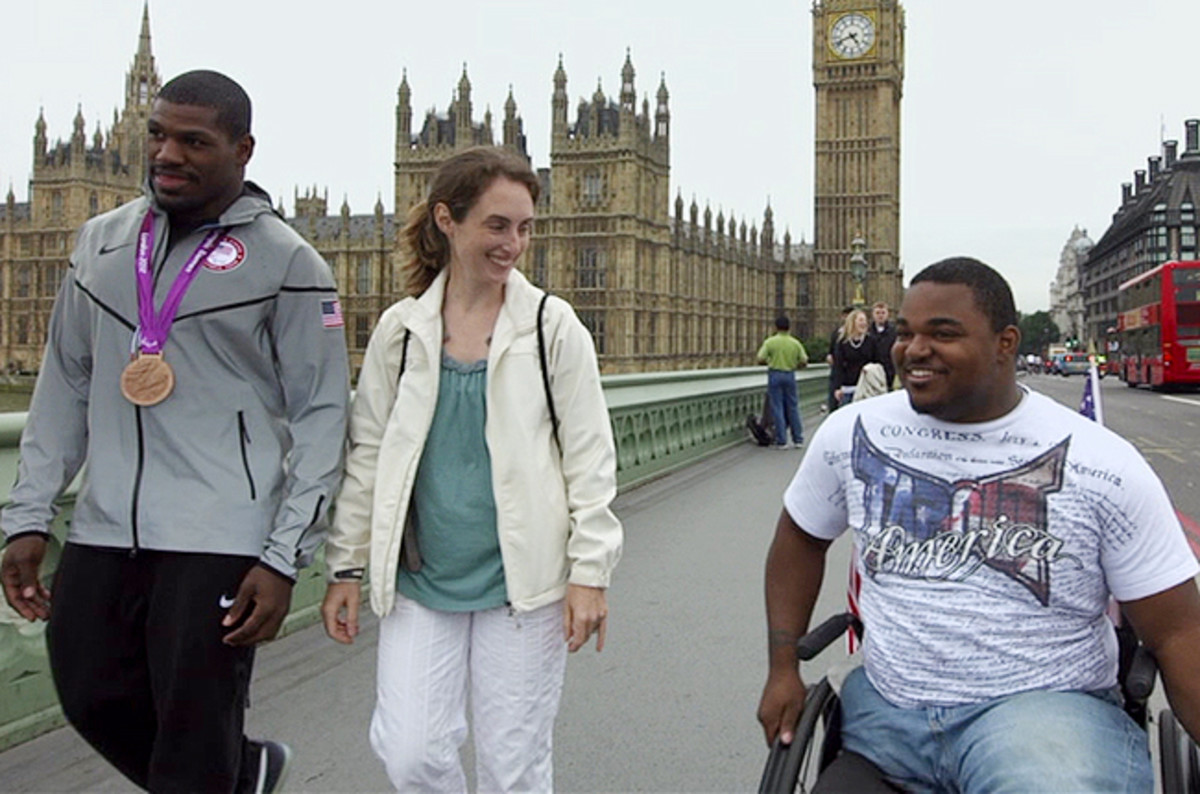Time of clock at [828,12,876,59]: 4:41
